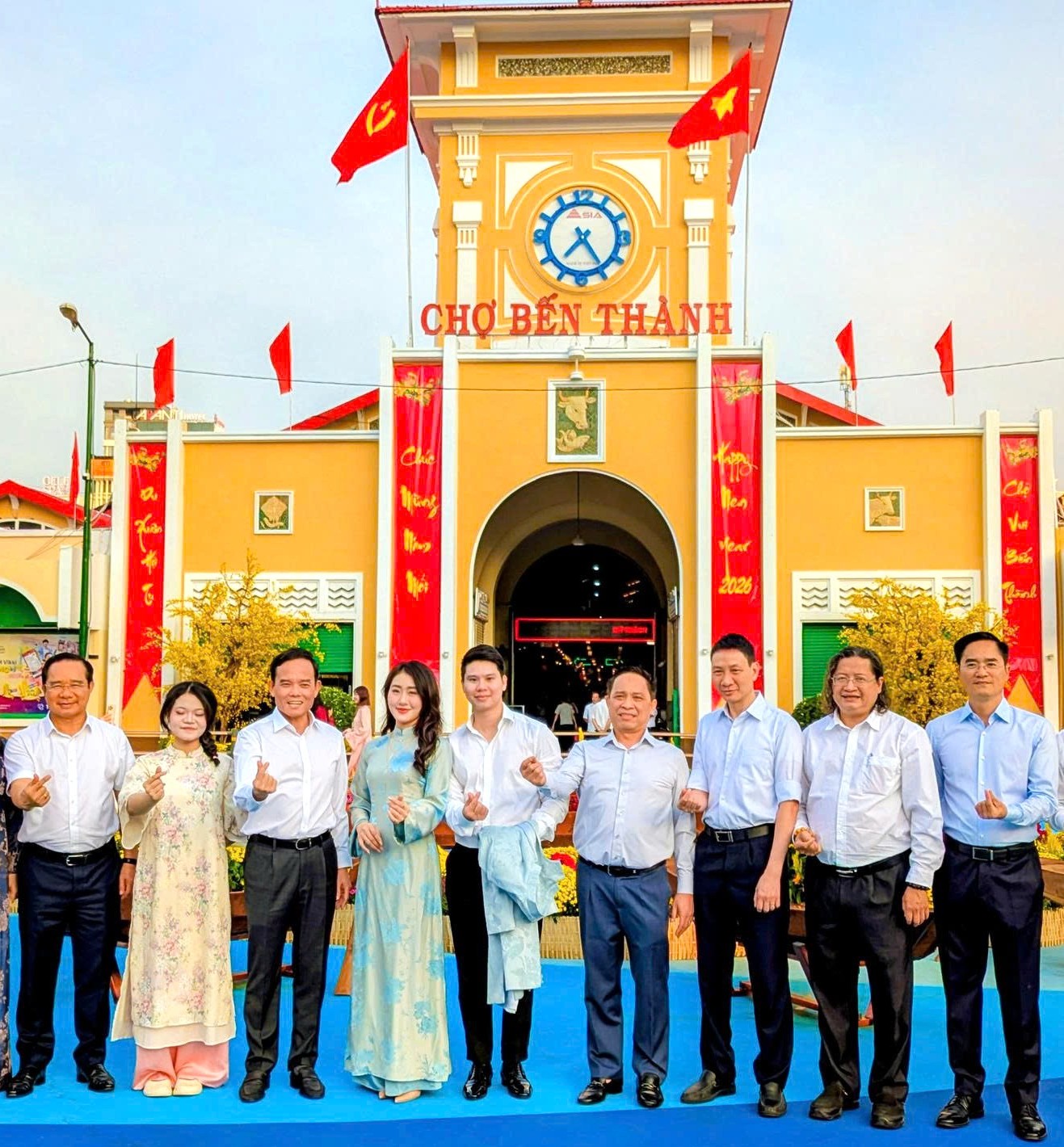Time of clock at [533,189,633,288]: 7:24
